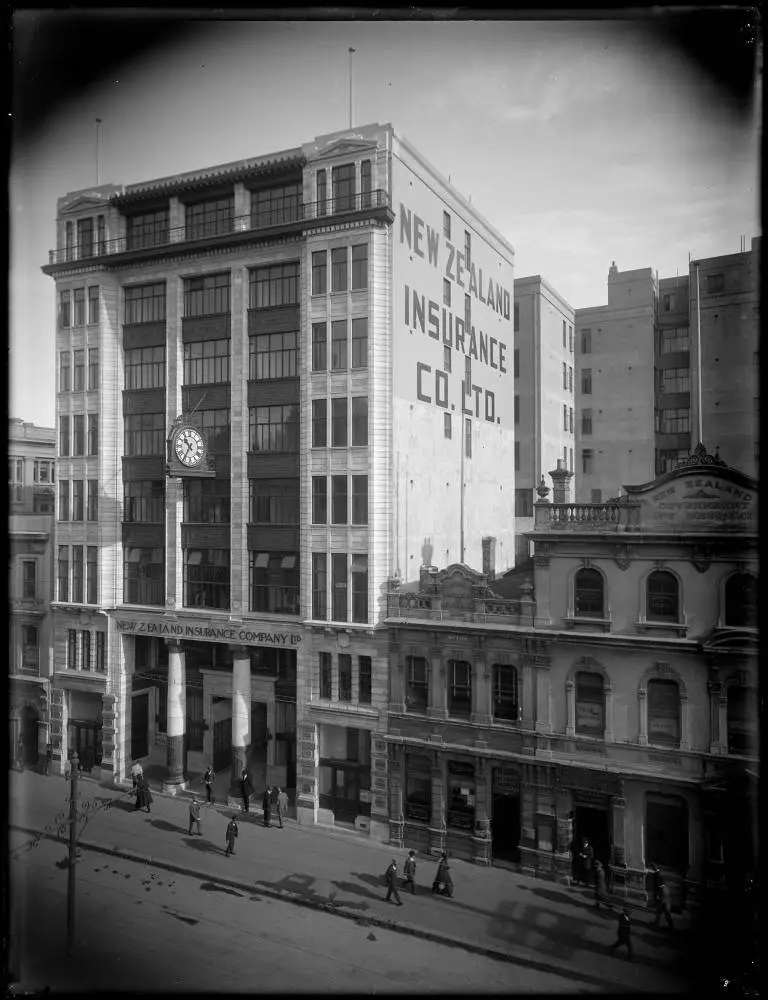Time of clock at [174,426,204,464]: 10:35
